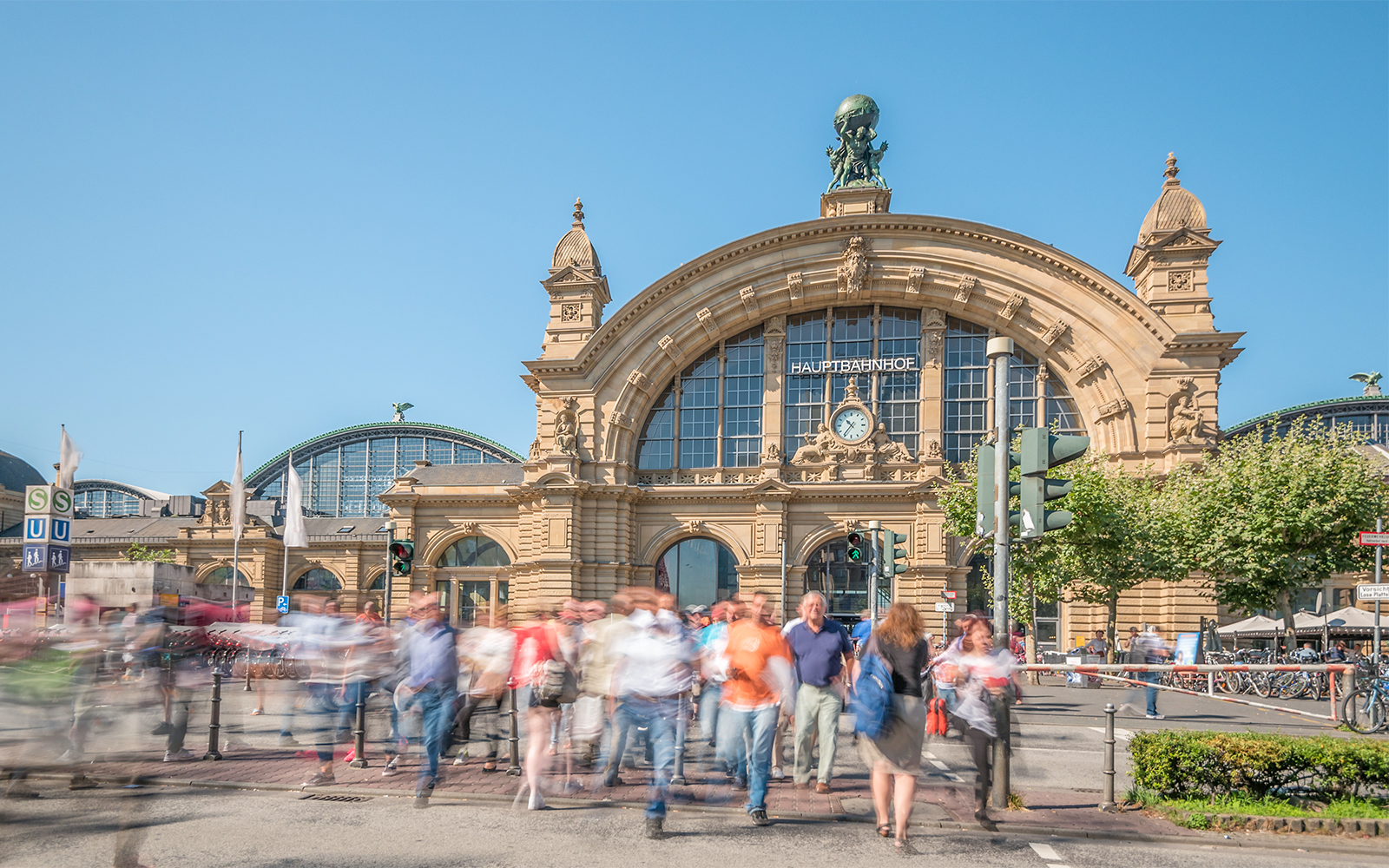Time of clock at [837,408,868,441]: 10:36
